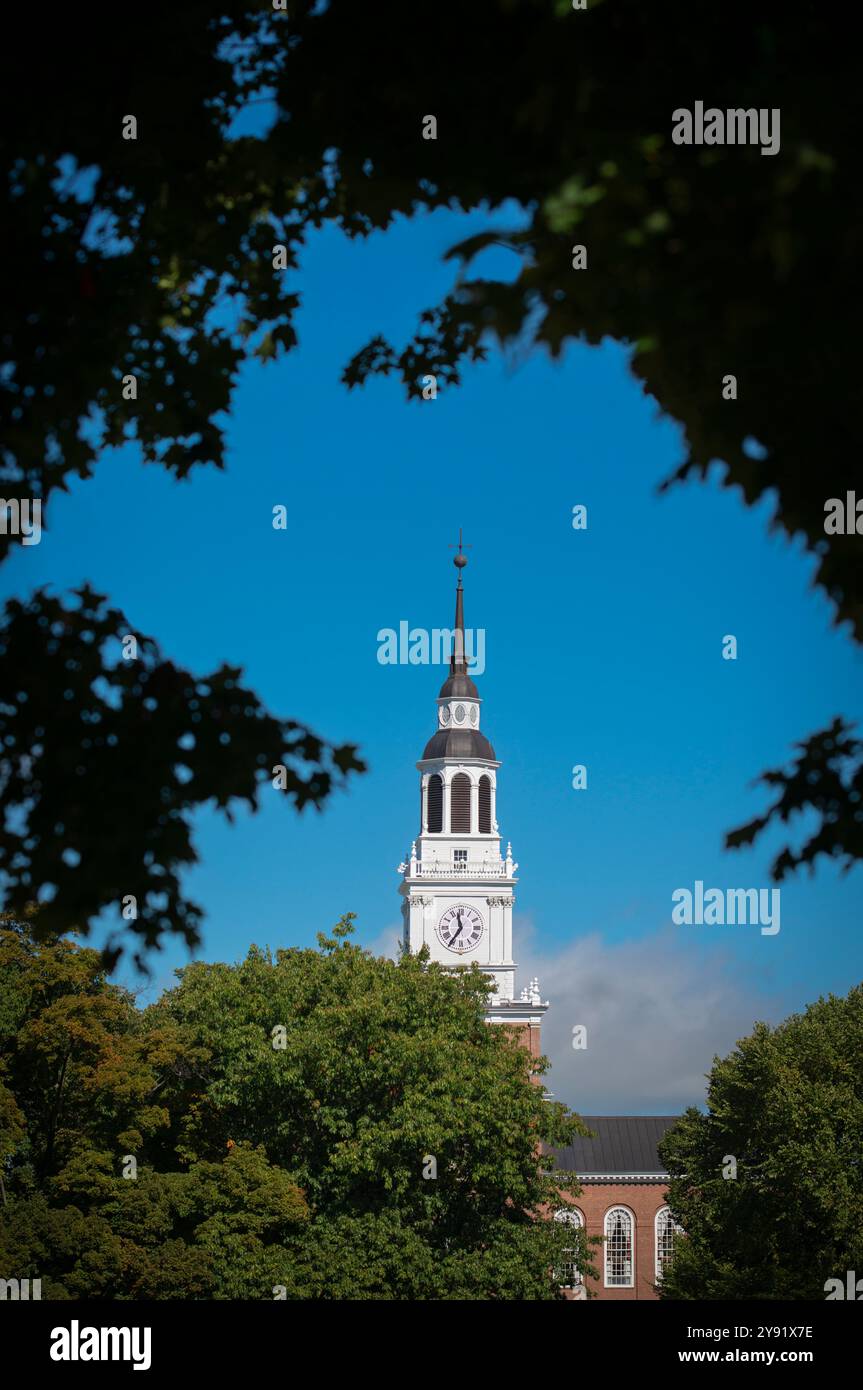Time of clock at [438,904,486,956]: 11:35
